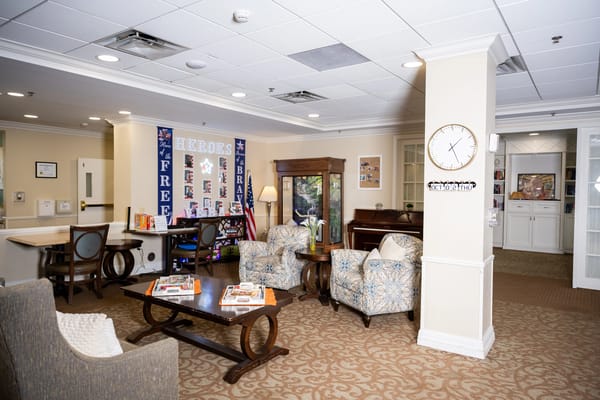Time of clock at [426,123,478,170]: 1:26
